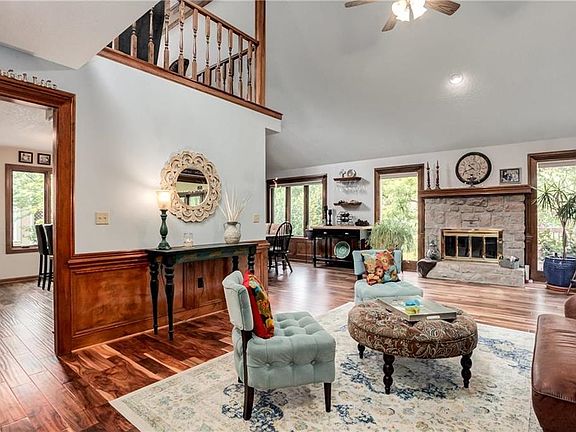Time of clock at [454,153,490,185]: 10:41
